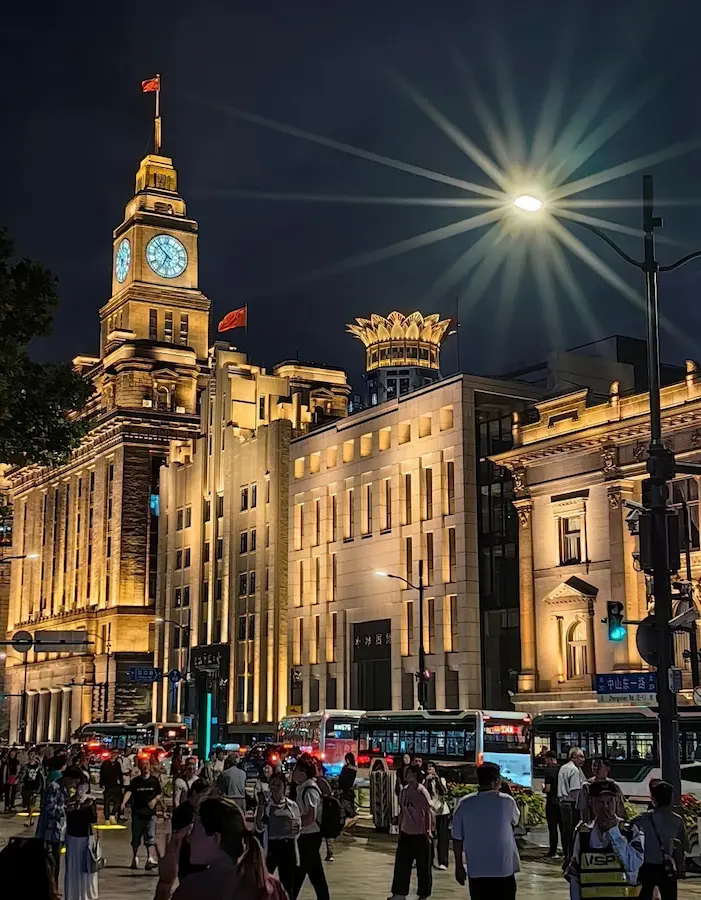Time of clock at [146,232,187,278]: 6:52
